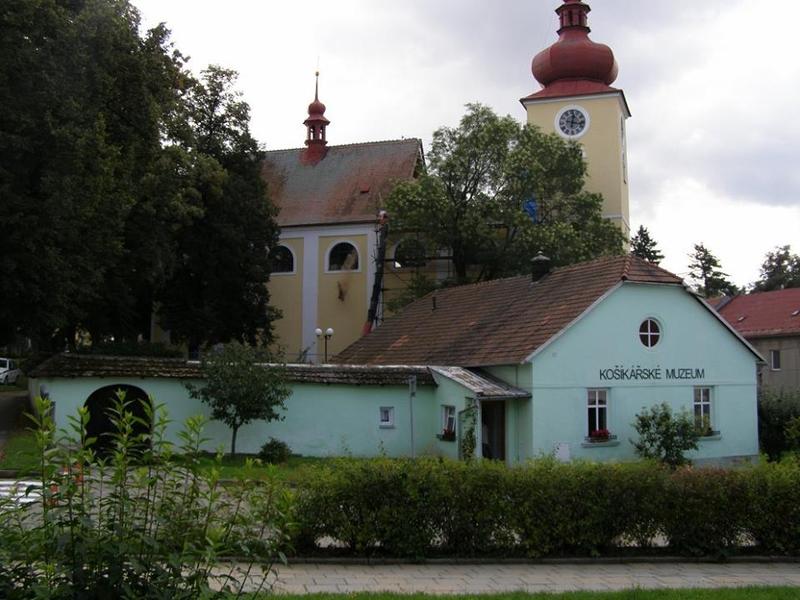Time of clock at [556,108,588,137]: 12:16
